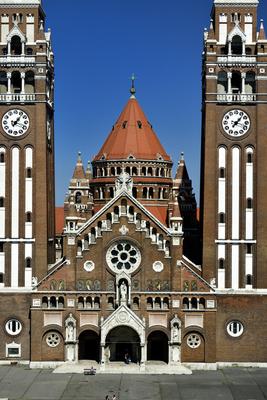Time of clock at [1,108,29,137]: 1:18
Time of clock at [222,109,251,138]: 1:18
